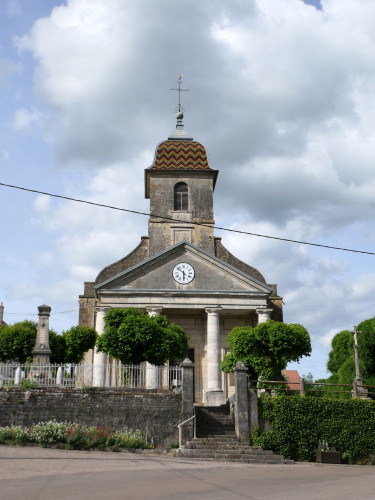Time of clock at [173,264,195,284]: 5:51
